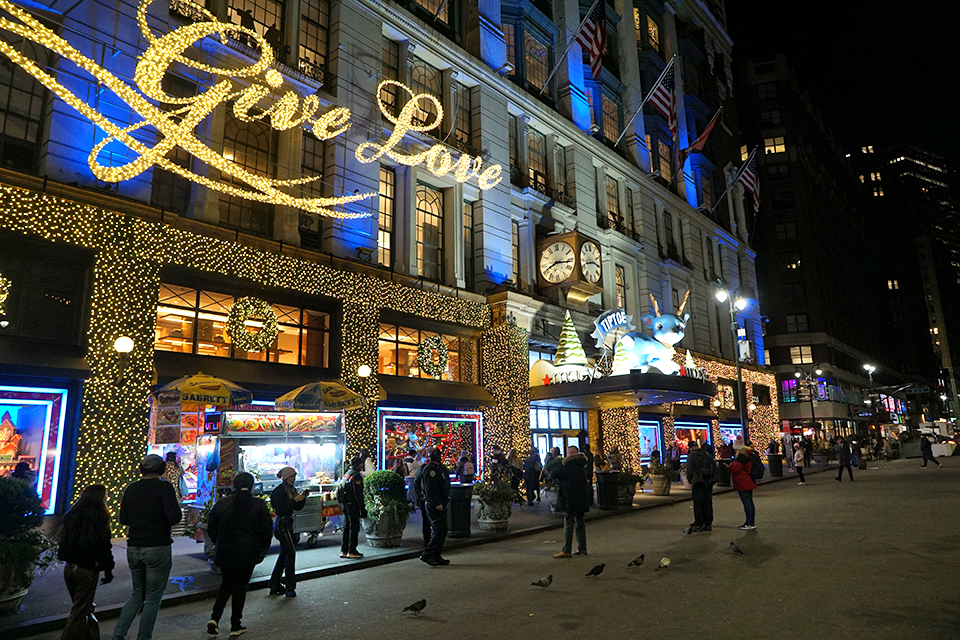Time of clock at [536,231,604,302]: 8:16
